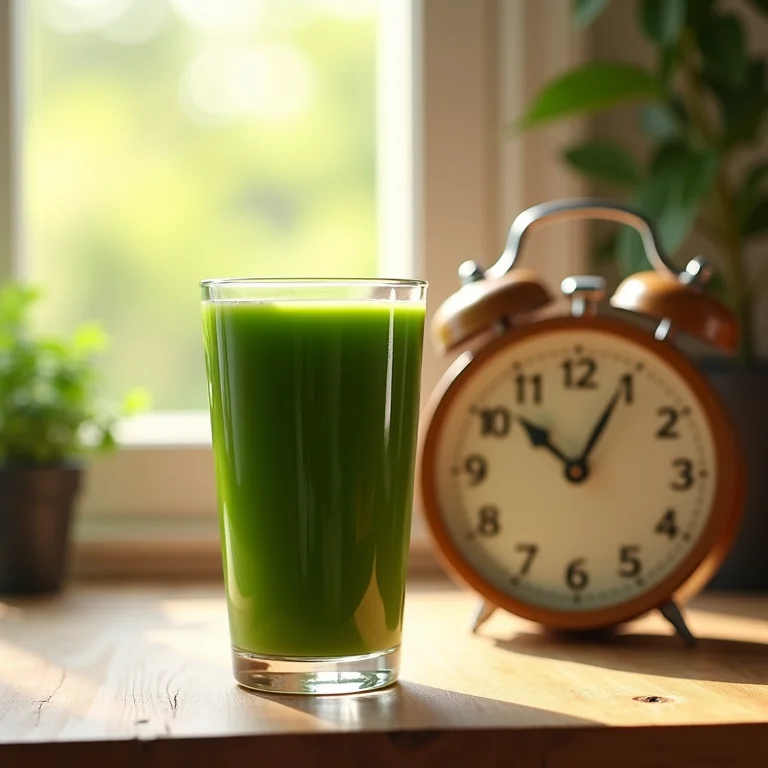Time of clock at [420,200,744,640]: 10:04
